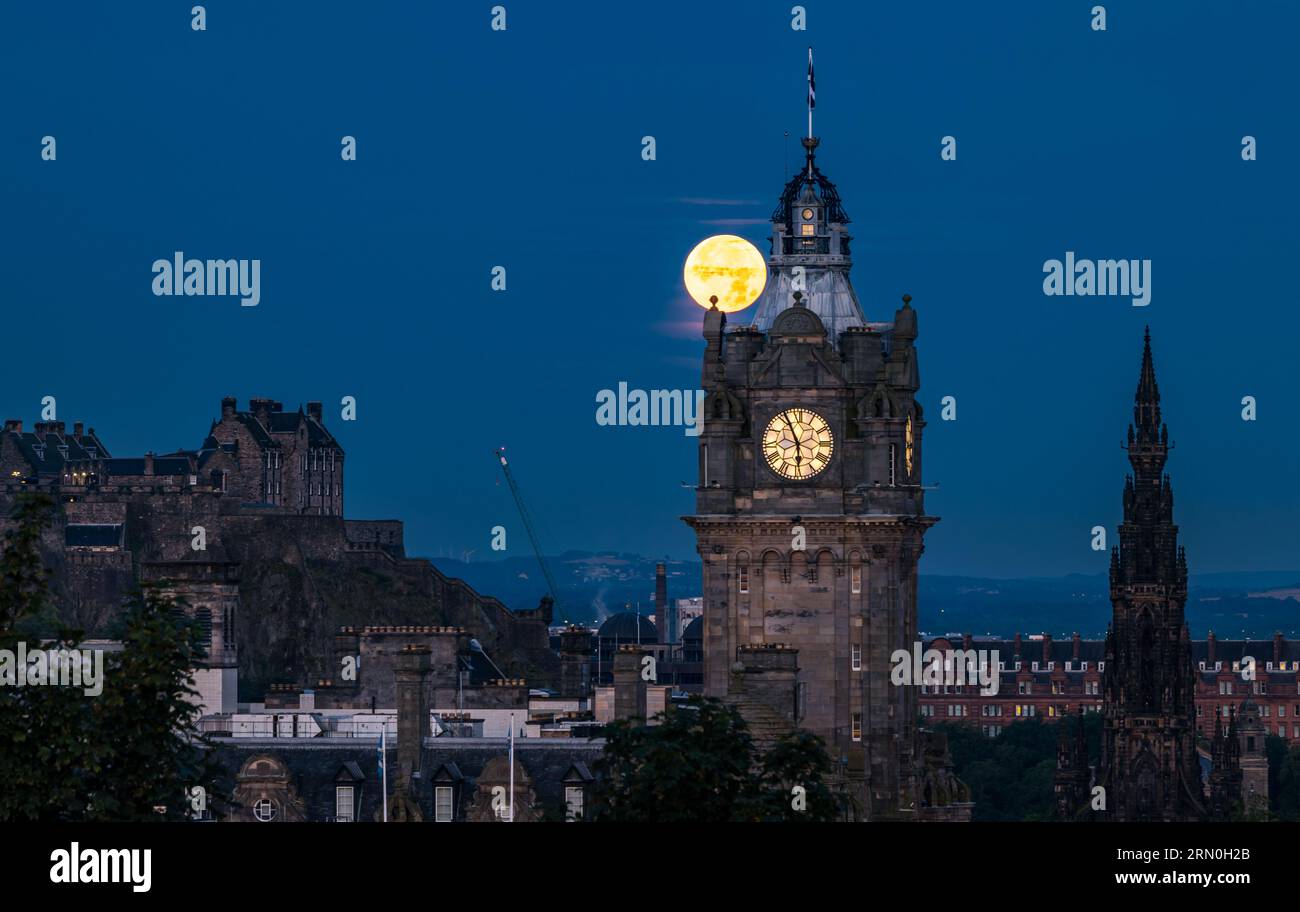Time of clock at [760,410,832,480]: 5:55
